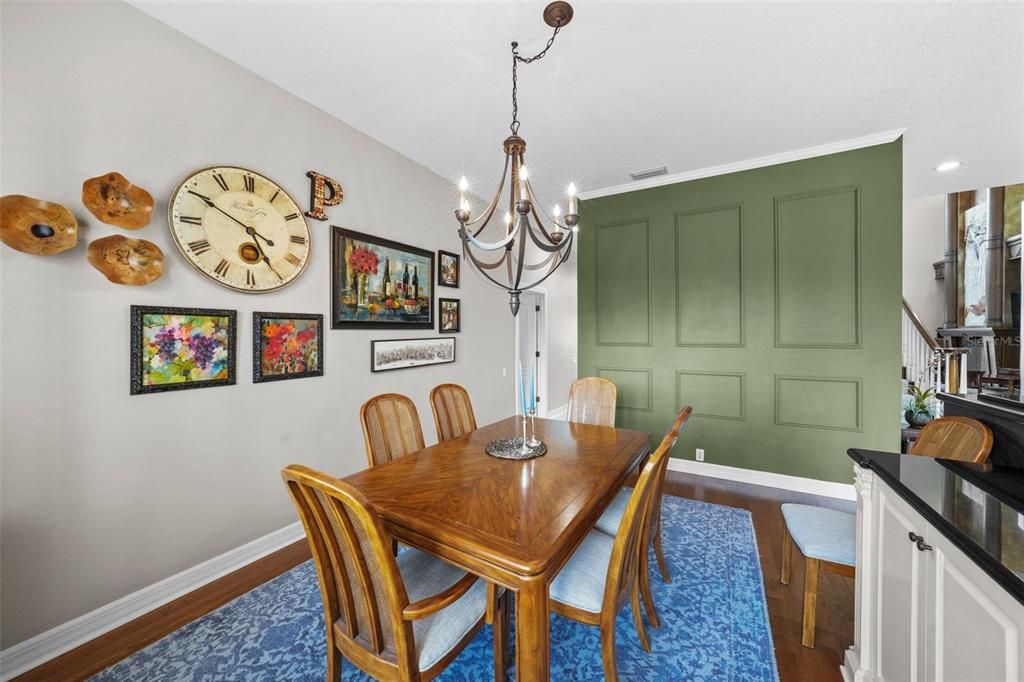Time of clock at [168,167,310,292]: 4:49
